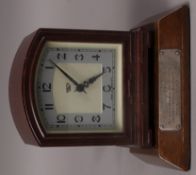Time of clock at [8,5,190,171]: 1:51
